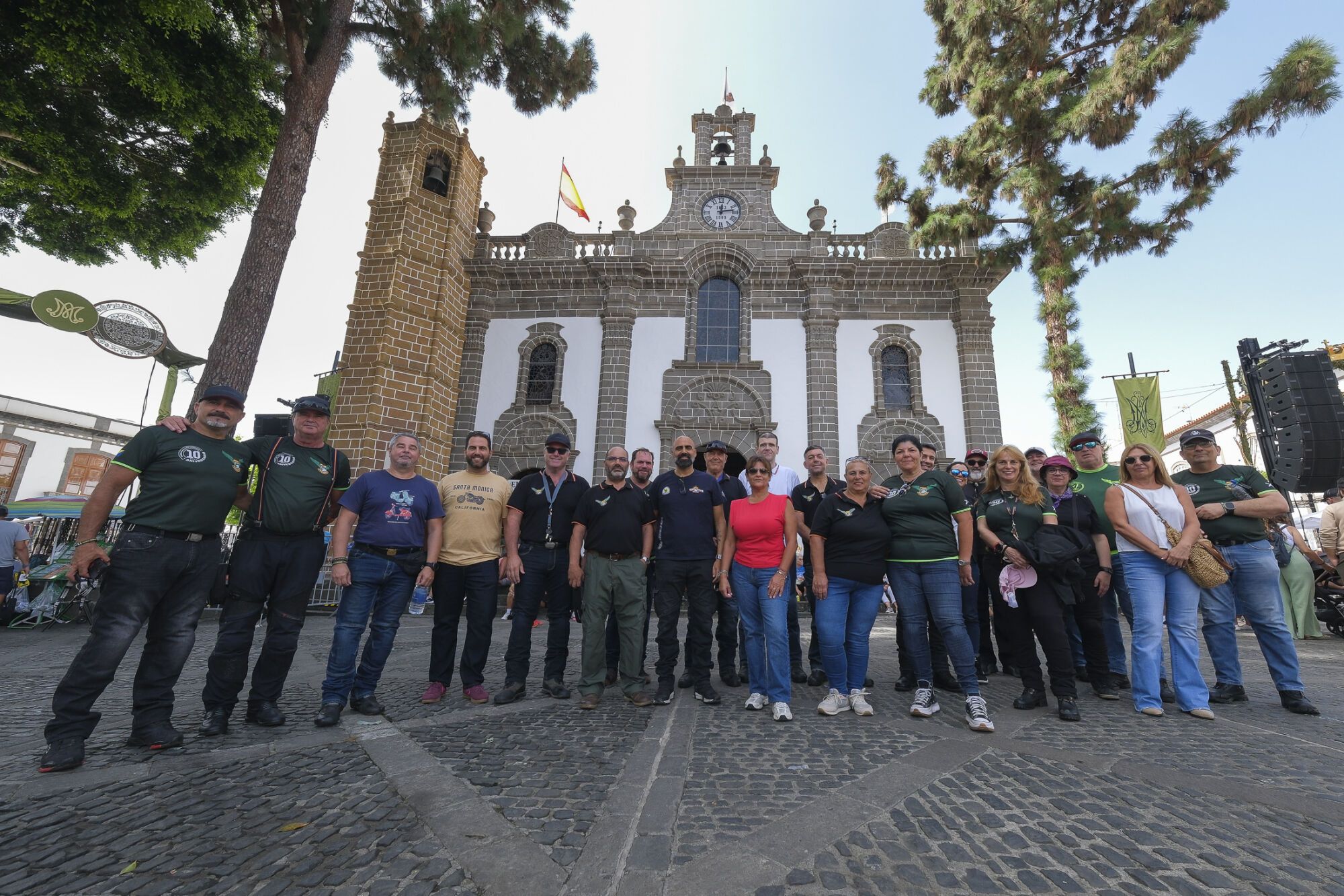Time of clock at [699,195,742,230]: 12:13
